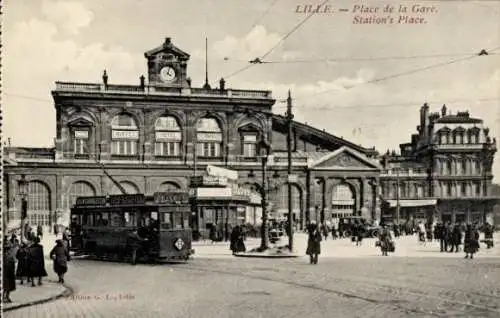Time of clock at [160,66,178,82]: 4:02
